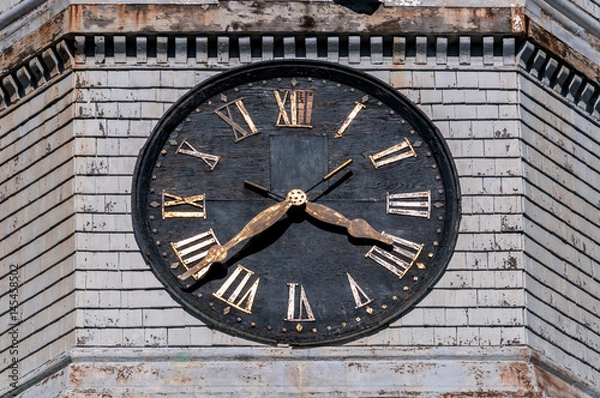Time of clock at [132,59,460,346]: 3:38
